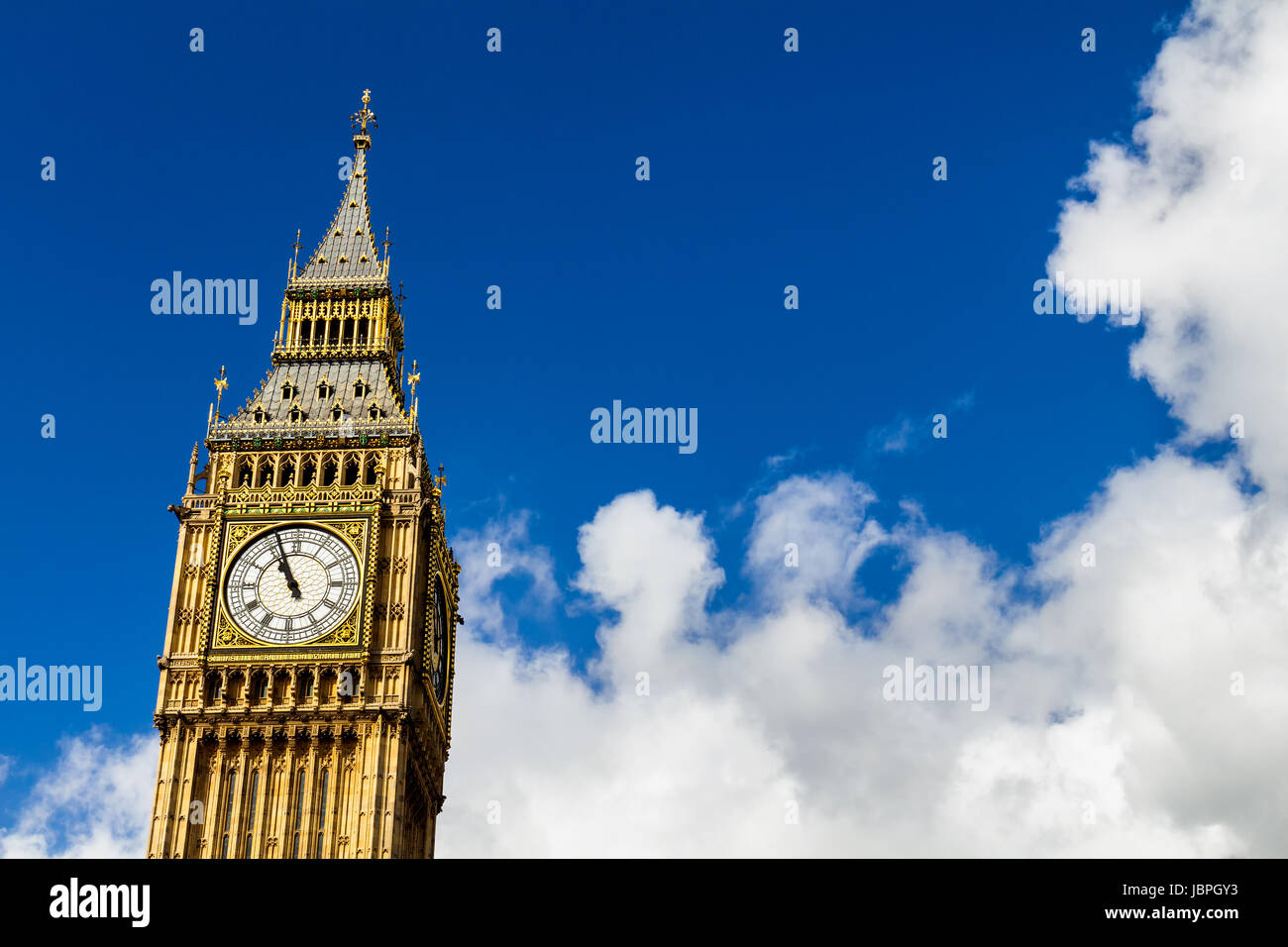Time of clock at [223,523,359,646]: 10:56
